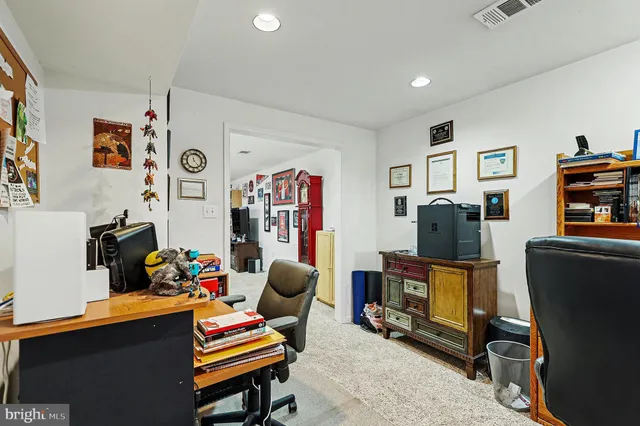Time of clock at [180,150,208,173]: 11:23
